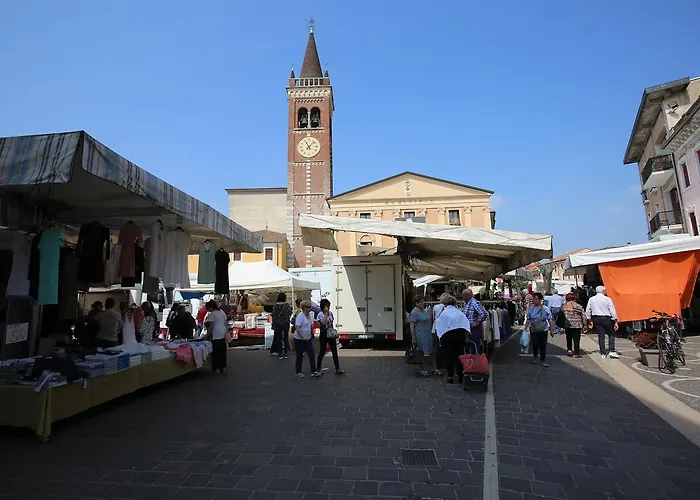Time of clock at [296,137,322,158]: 11:07
